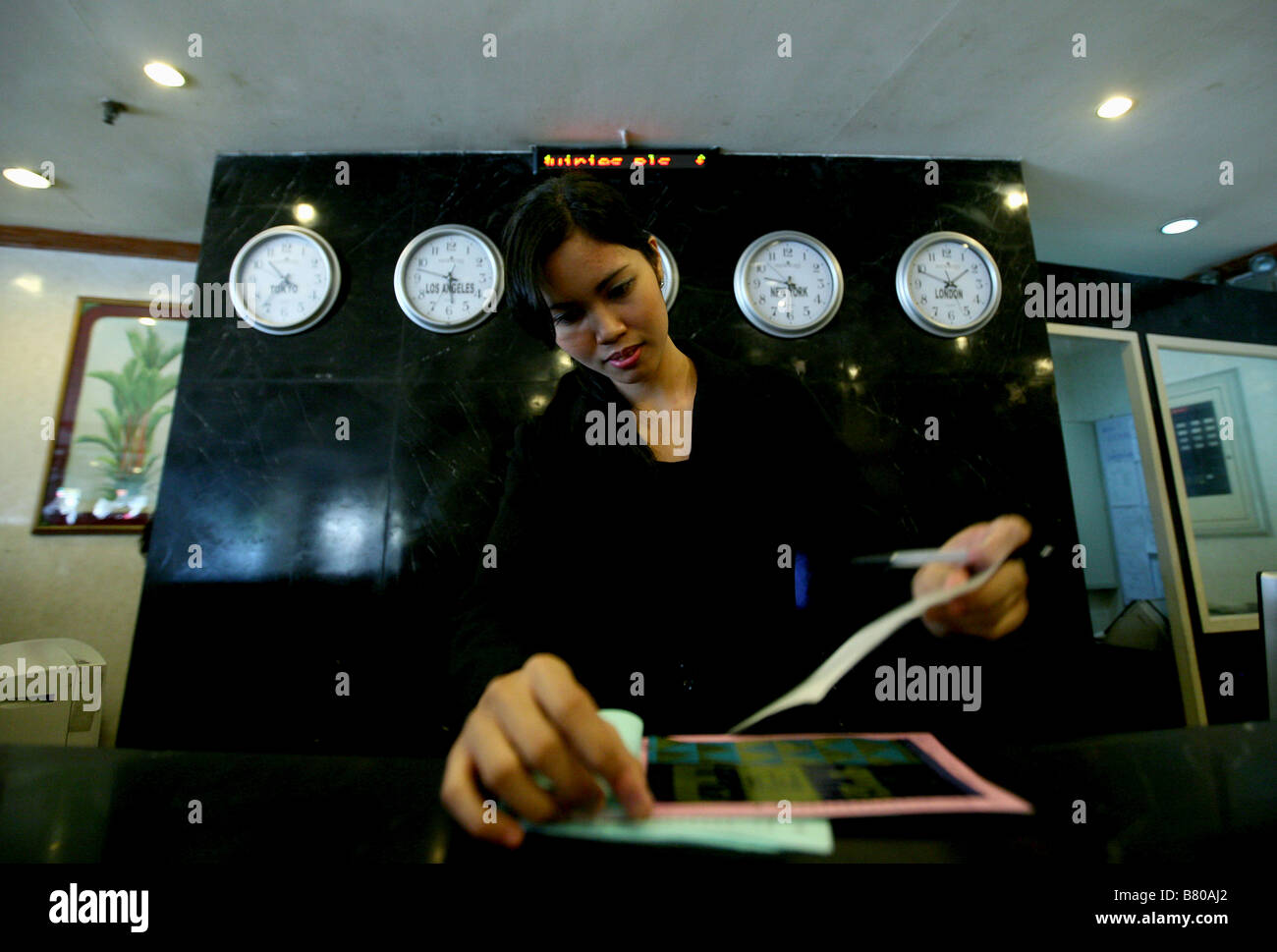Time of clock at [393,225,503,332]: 5:47
